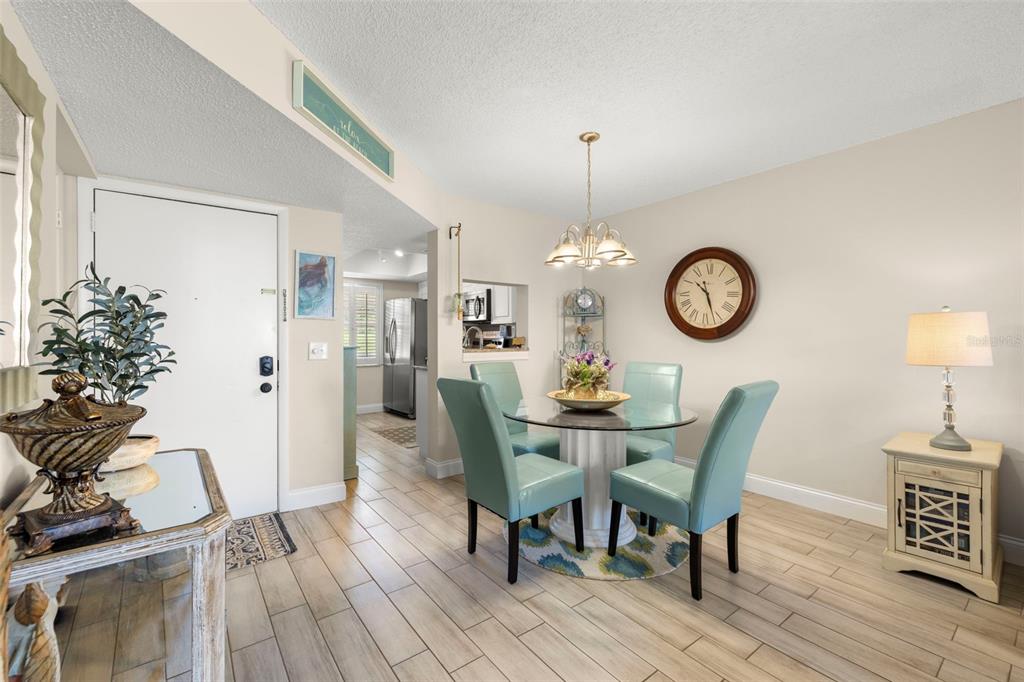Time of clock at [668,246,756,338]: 10:26
